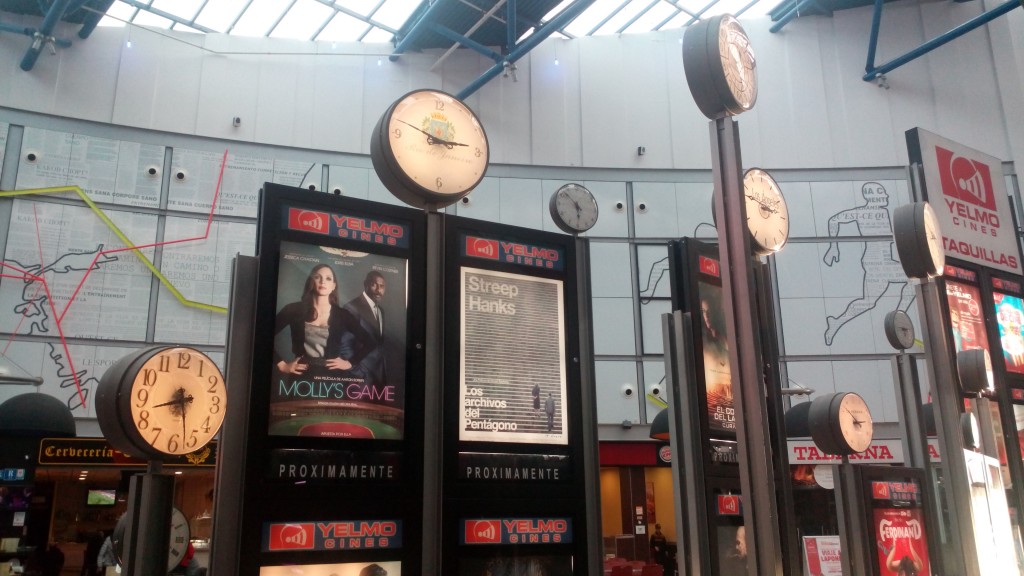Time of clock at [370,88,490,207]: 2:48
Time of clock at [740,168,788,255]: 2:46
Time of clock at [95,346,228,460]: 8:27
